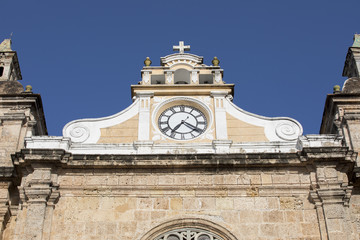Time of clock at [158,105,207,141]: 7:20
